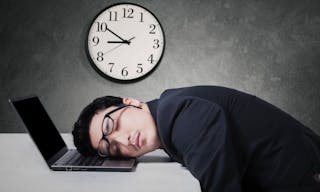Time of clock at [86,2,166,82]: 8:50
